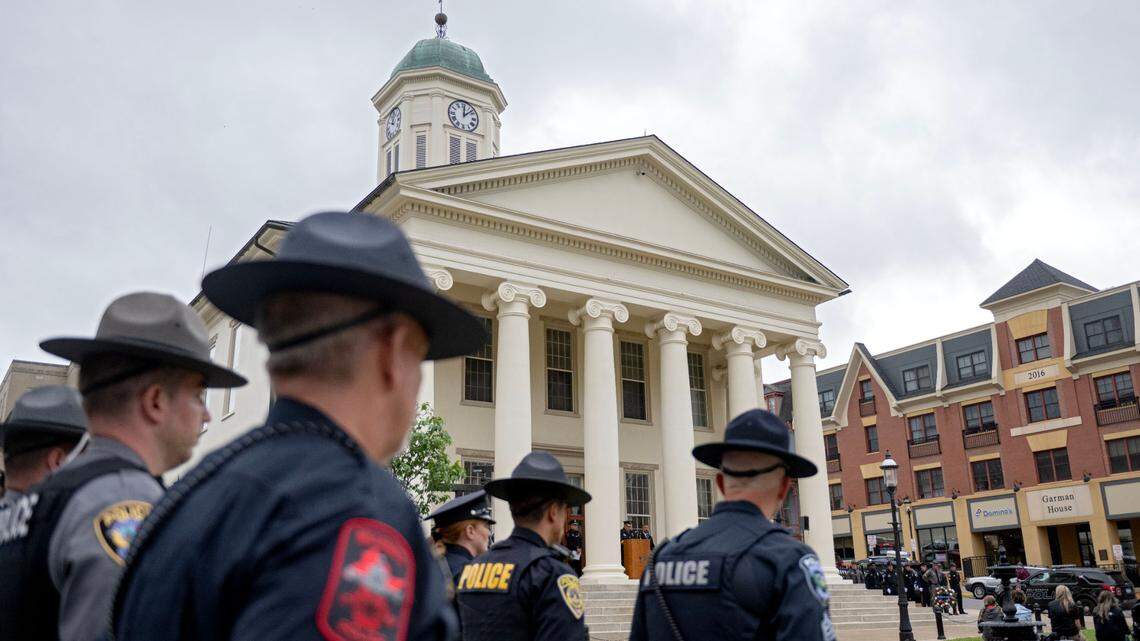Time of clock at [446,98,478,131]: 12:07
